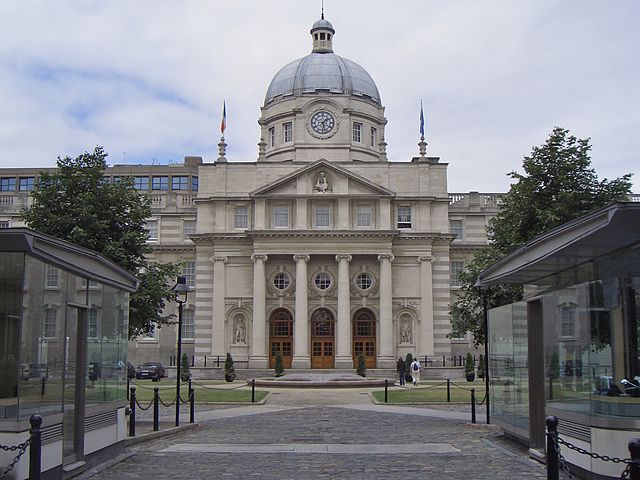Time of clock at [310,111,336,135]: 1:28
